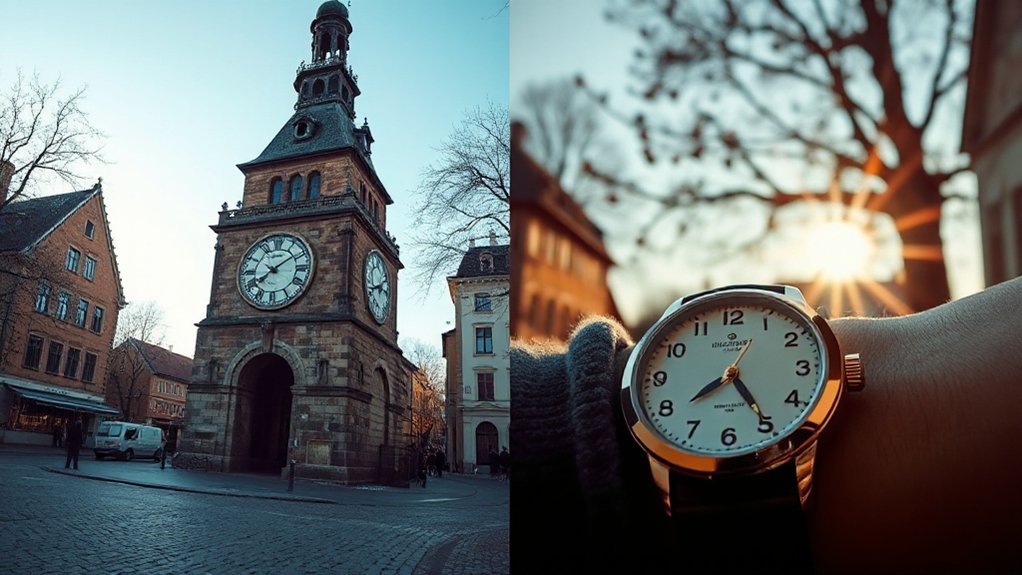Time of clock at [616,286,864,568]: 7:24
